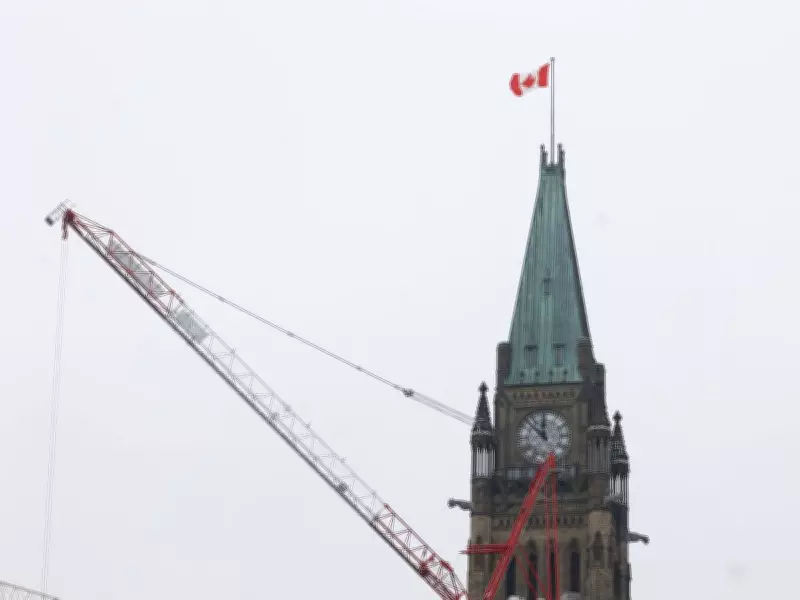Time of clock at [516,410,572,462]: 11:52
